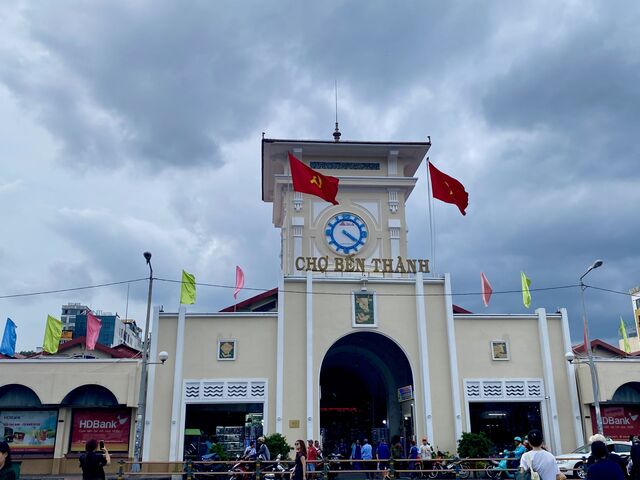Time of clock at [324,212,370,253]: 4:20
